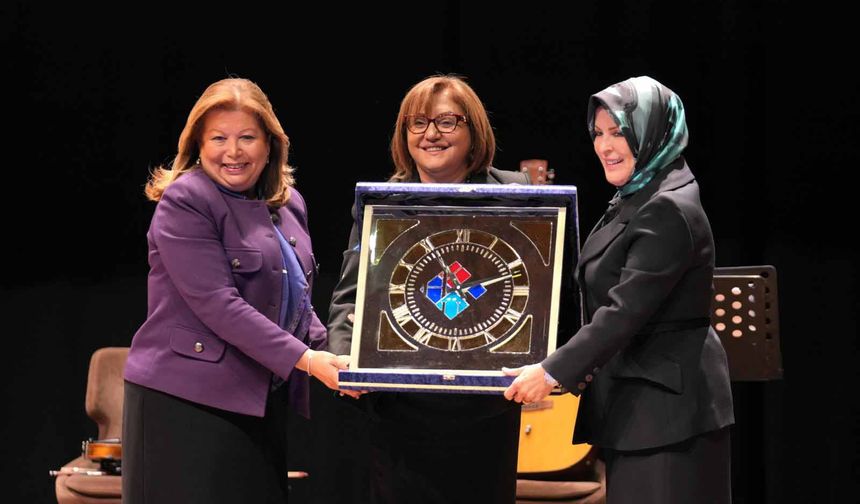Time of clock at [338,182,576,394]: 11:11
